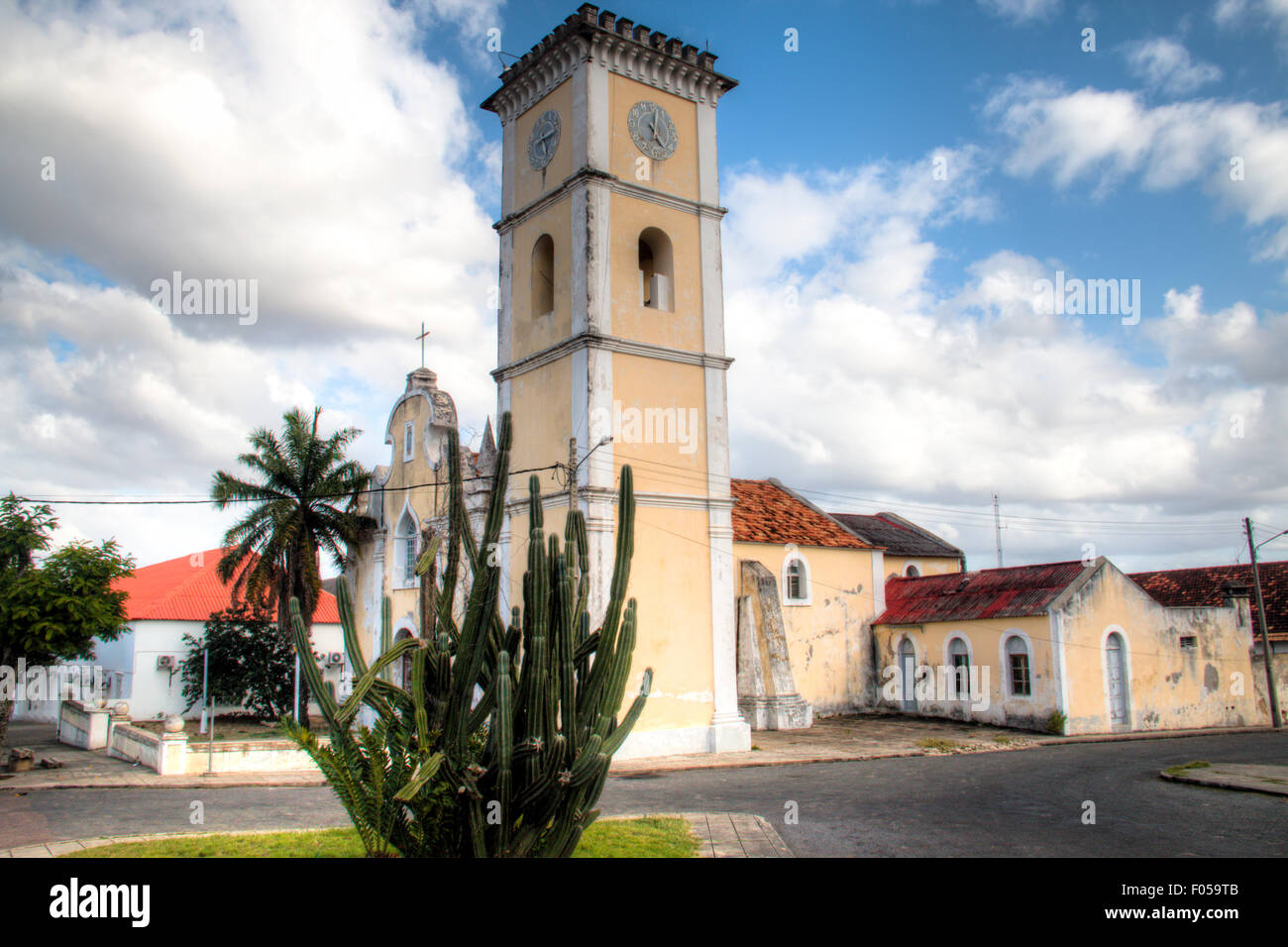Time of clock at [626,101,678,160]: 5:01
